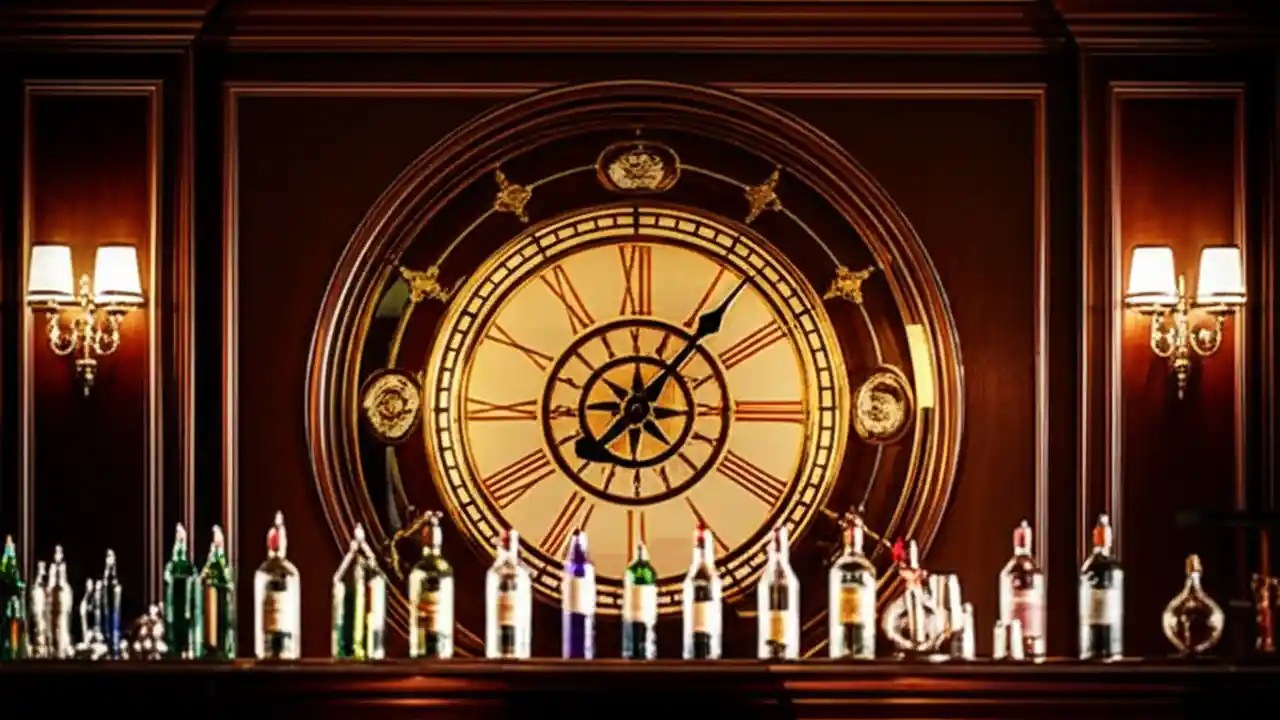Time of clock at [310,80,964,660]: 1:06
